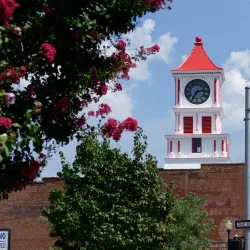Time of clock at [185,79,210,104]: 2:35
